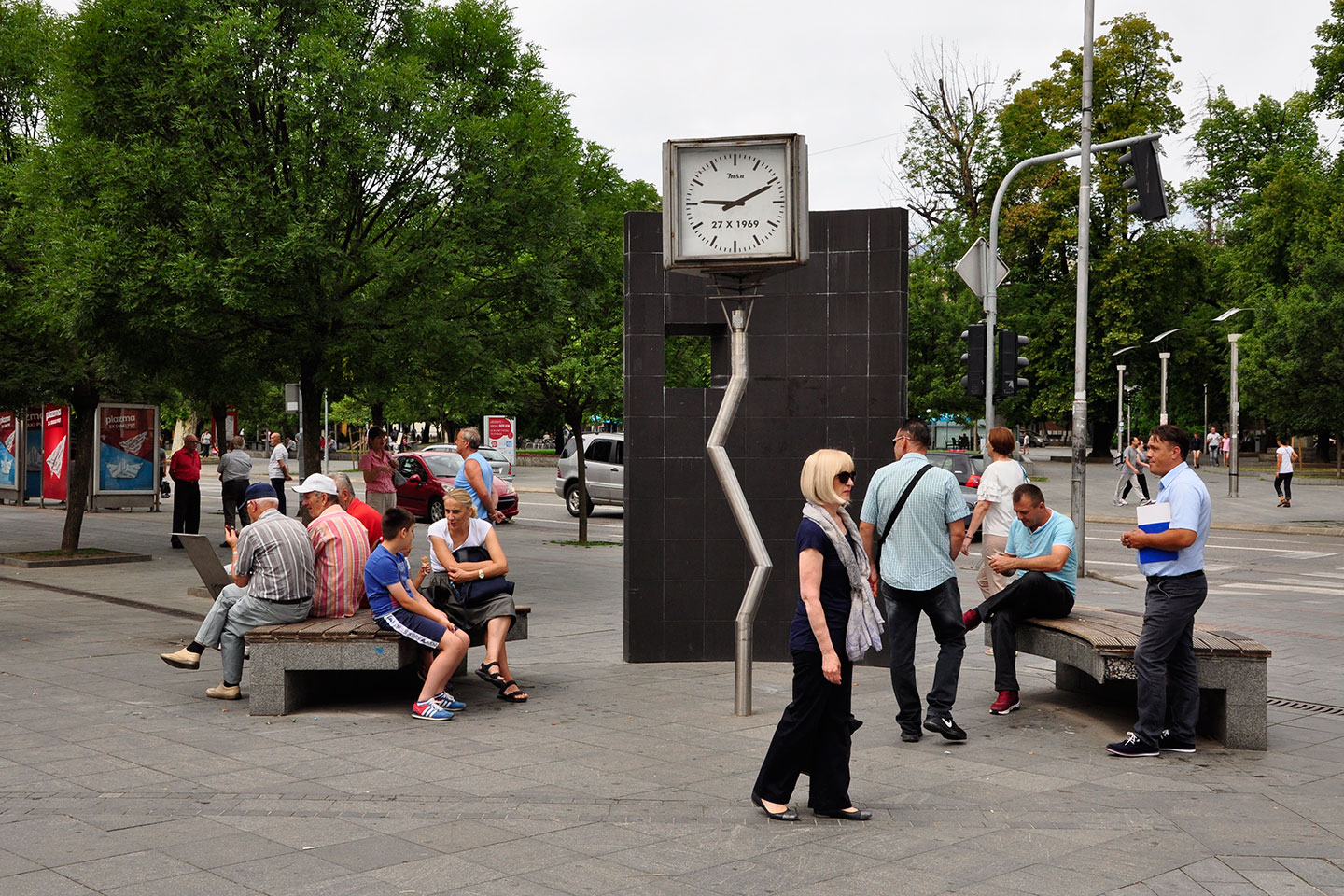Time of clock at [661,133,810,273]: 9:10
